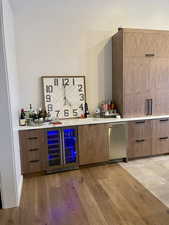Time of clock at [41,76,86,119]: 5:00
